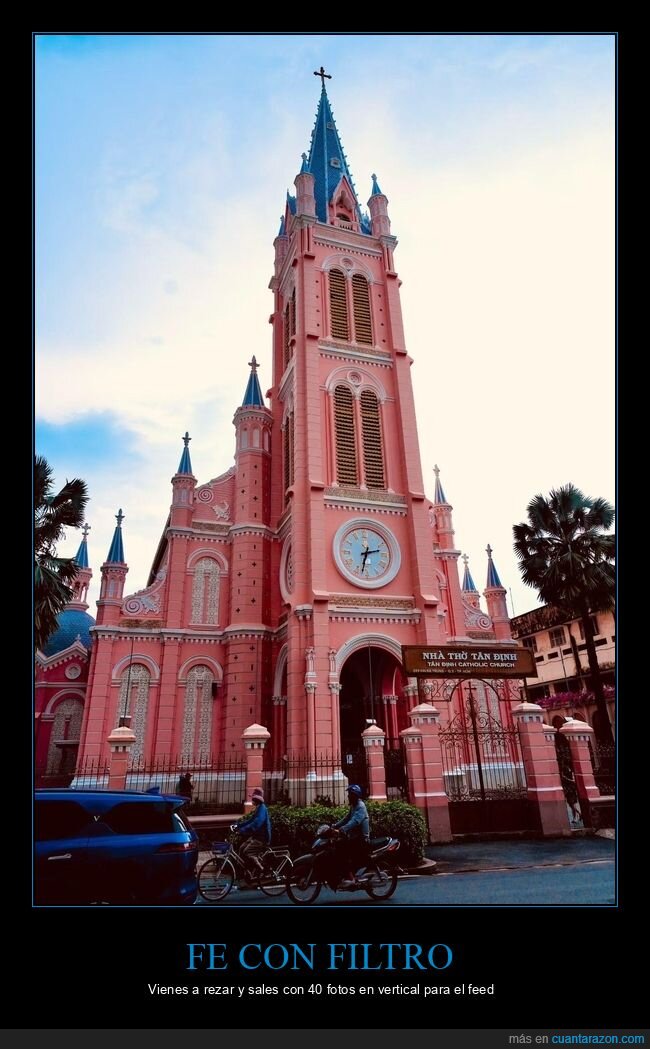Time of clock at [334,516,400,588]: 2:32
